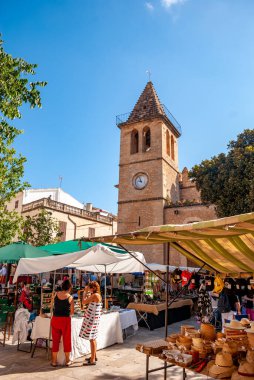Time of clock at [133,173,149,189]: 8:57
